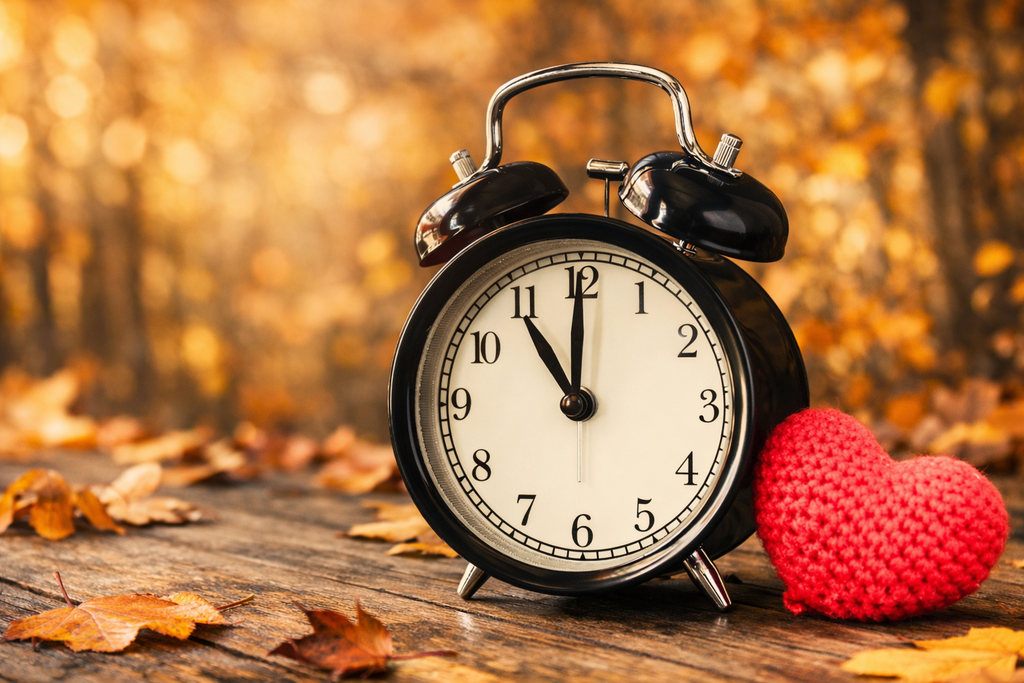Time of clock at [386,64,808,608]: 11:00
